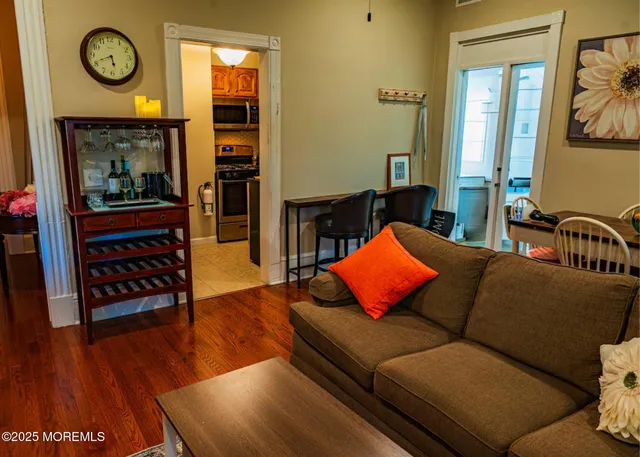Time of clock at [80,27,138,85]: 5:41
